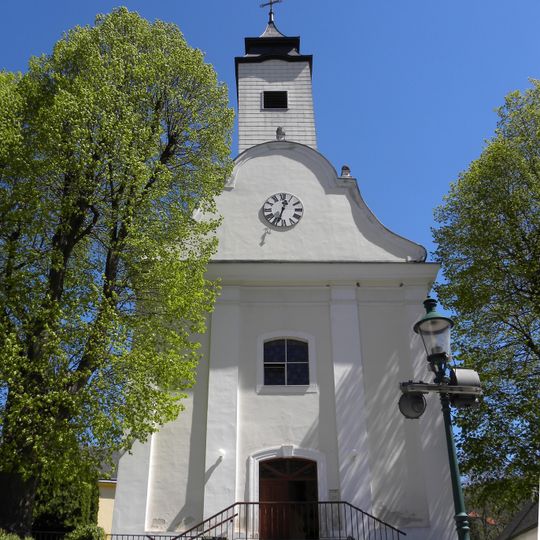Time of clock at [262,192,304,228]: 12:33
